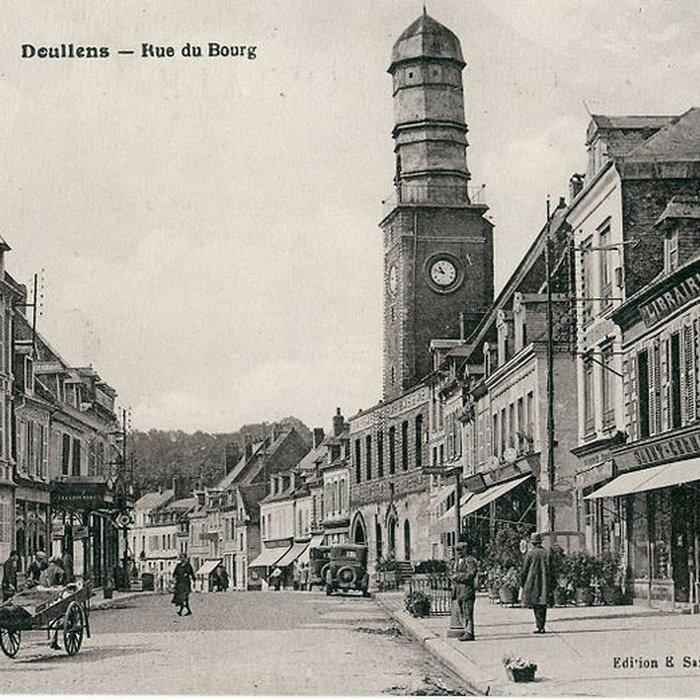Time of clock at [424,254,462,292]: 10:47
